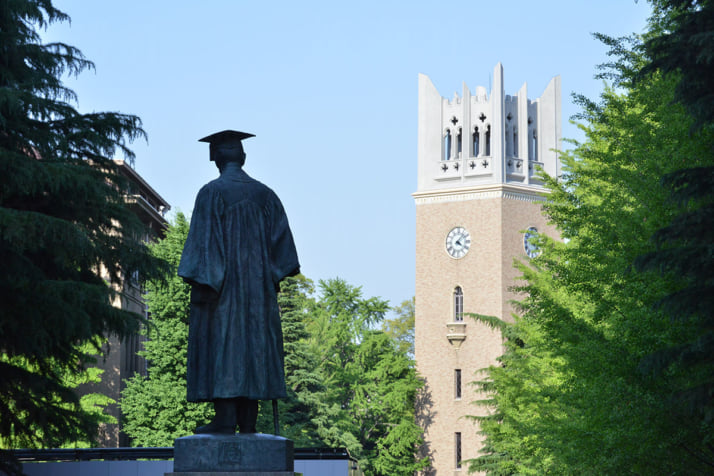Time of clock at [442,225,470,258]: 4:07
